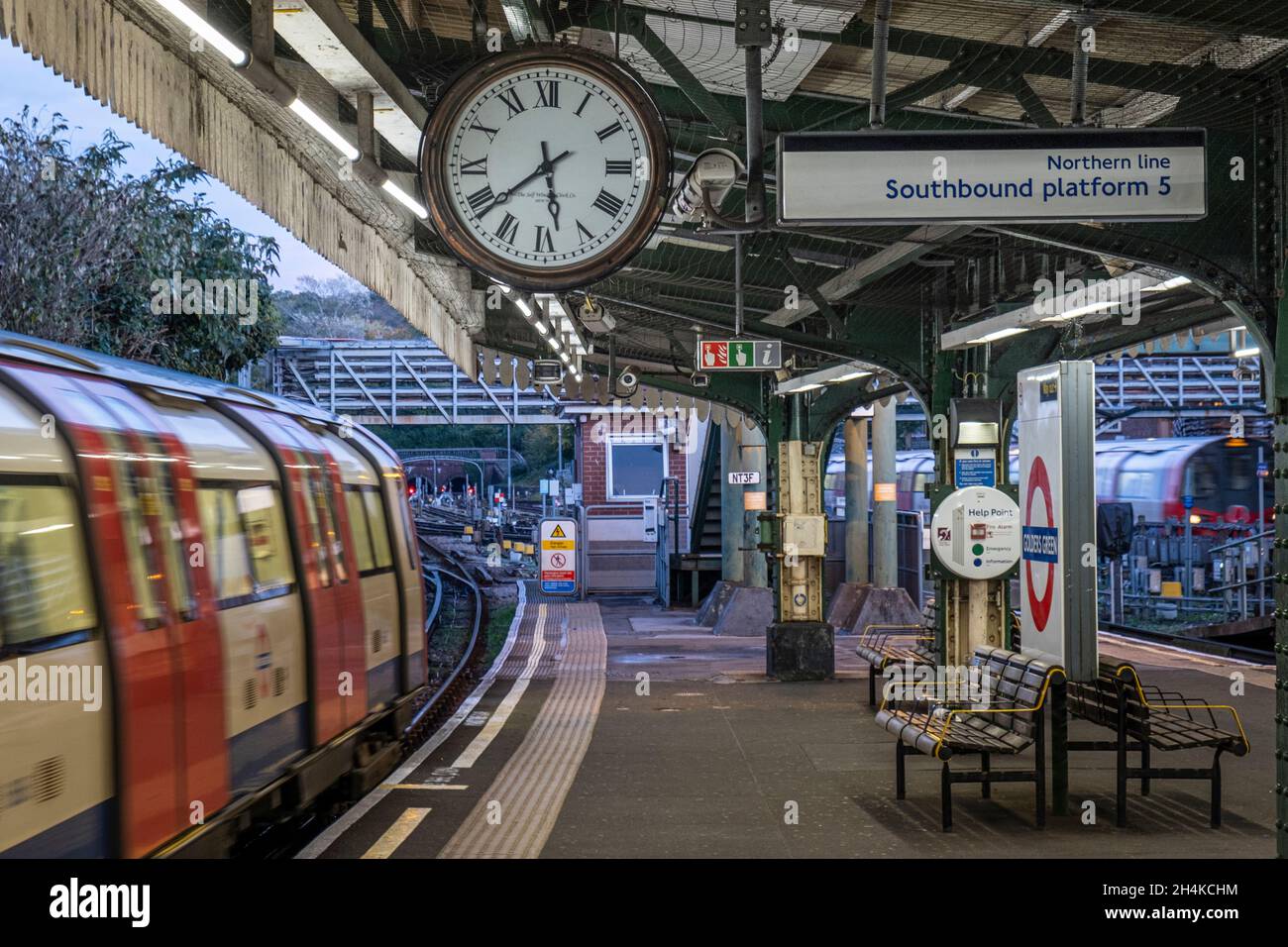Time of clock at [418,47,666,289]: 5:38
